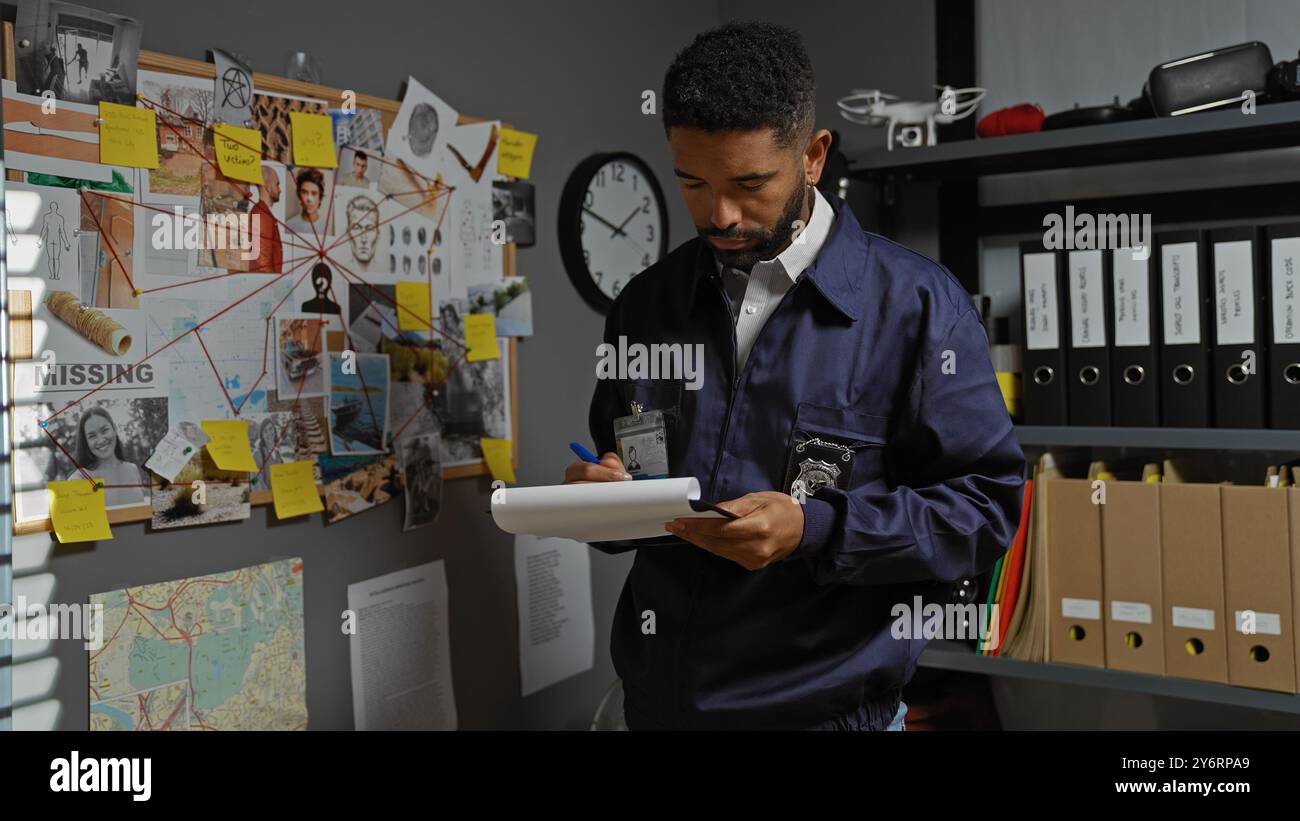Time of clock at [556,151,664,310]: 1:48
